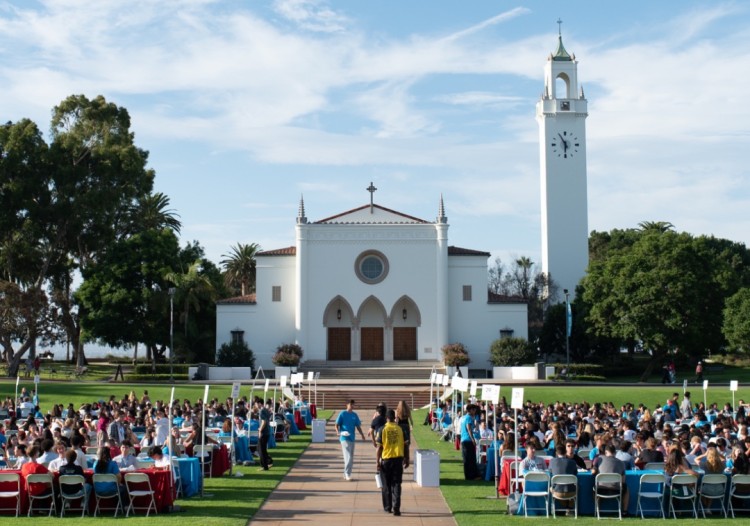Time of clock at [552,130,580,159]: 5:55
